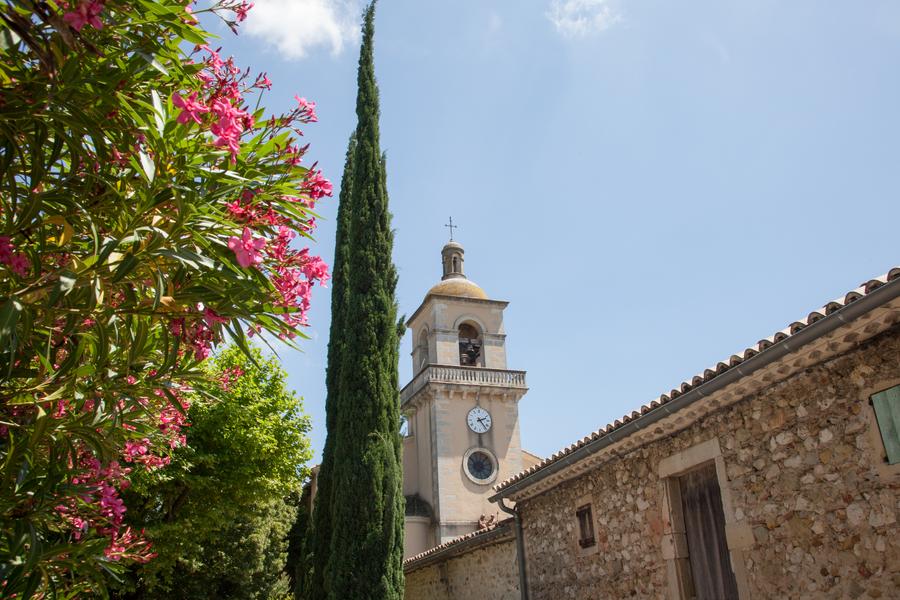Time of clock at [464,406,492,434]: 2:23
